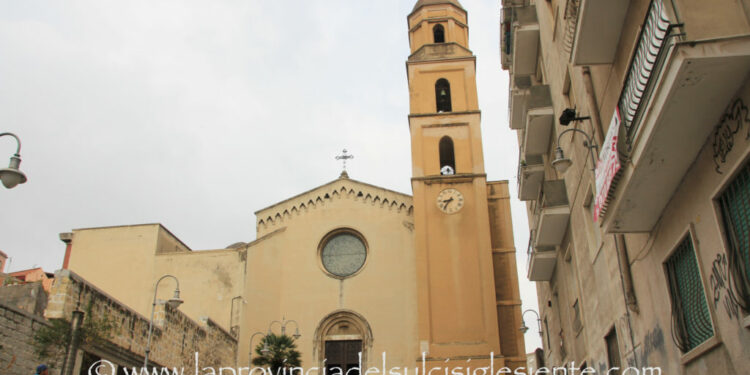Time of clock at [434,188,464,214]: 8:36
